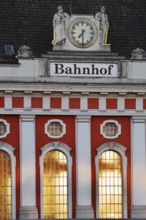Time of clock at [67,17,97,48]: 7:30
